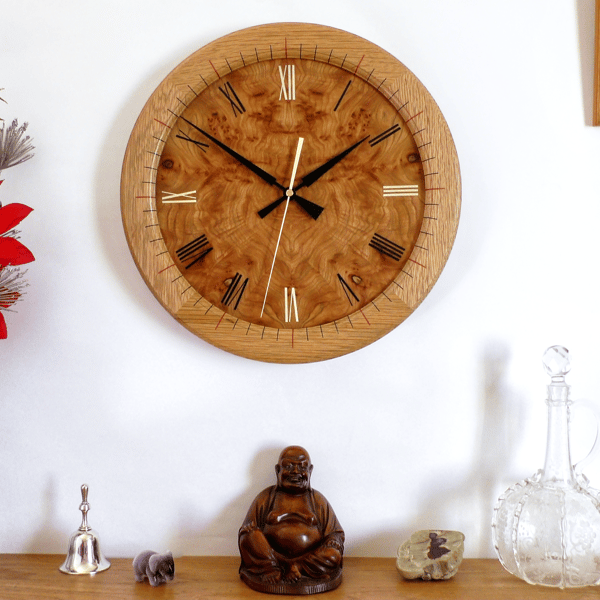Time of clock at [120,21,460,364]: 1:50
